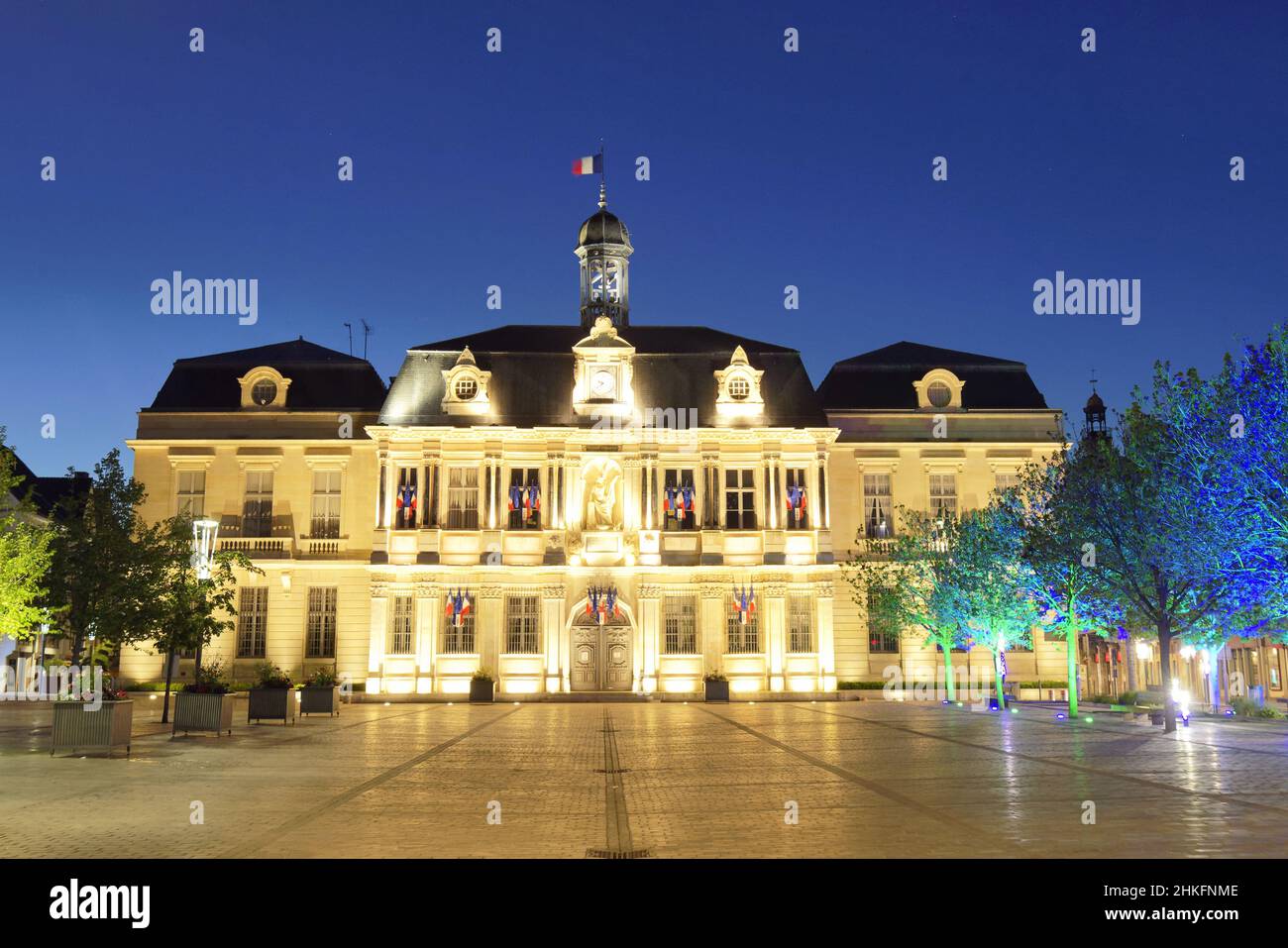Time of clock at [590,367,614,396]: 9:38
